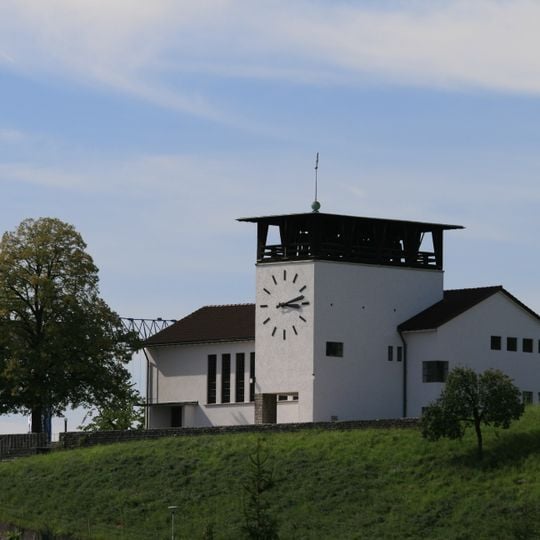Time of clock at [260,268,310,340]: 3:12
